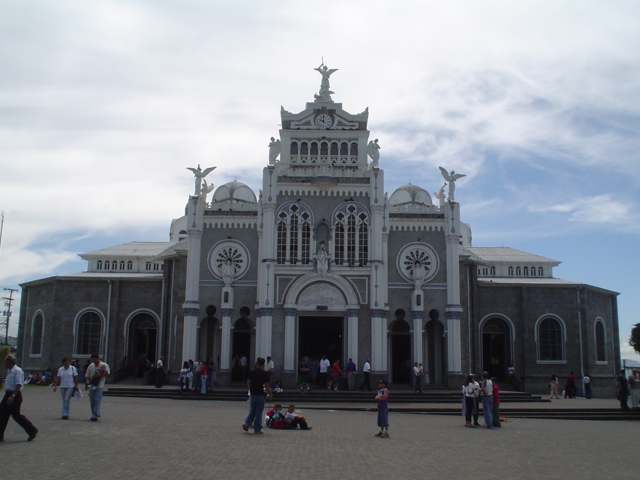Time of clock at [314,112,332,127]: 9:59
